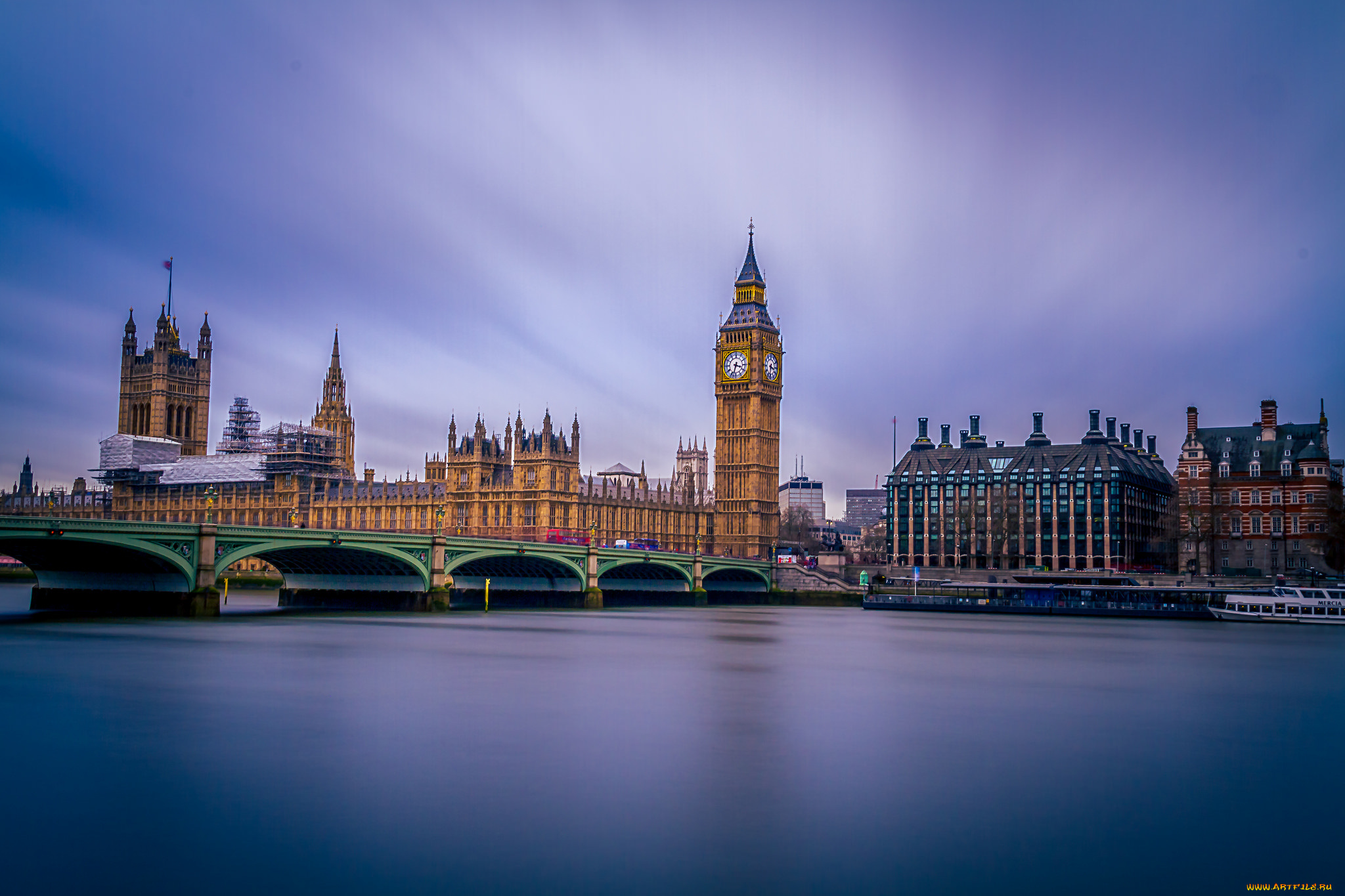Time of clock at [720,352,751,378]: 3:32
